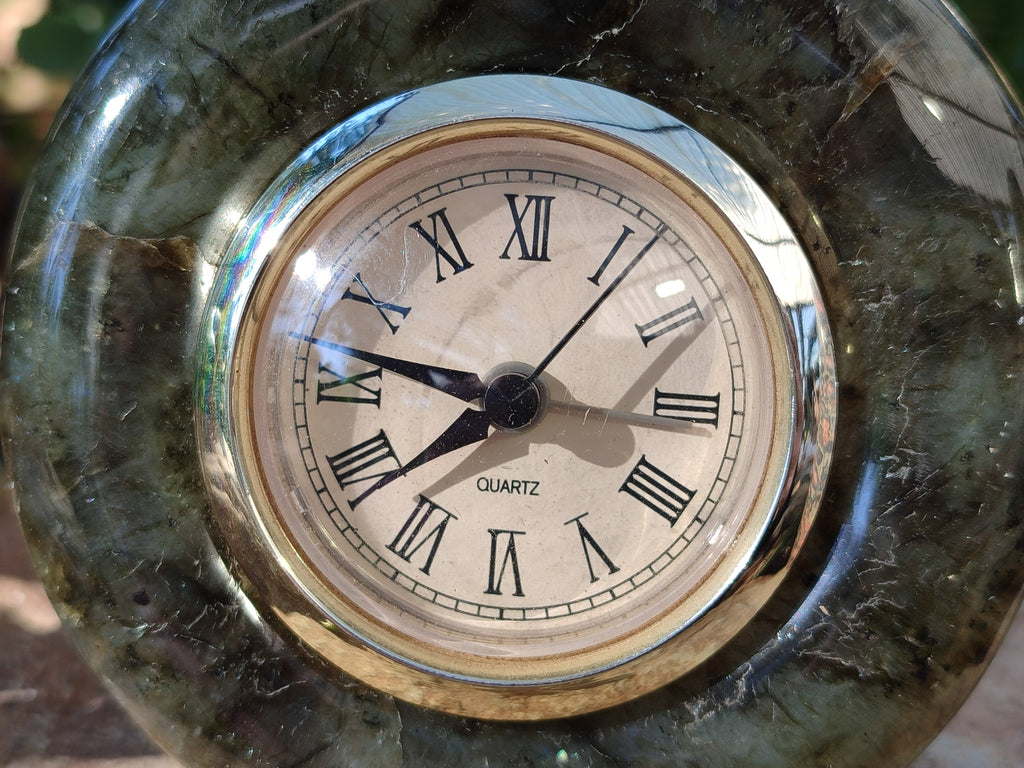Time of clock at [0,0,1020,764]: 7:46
